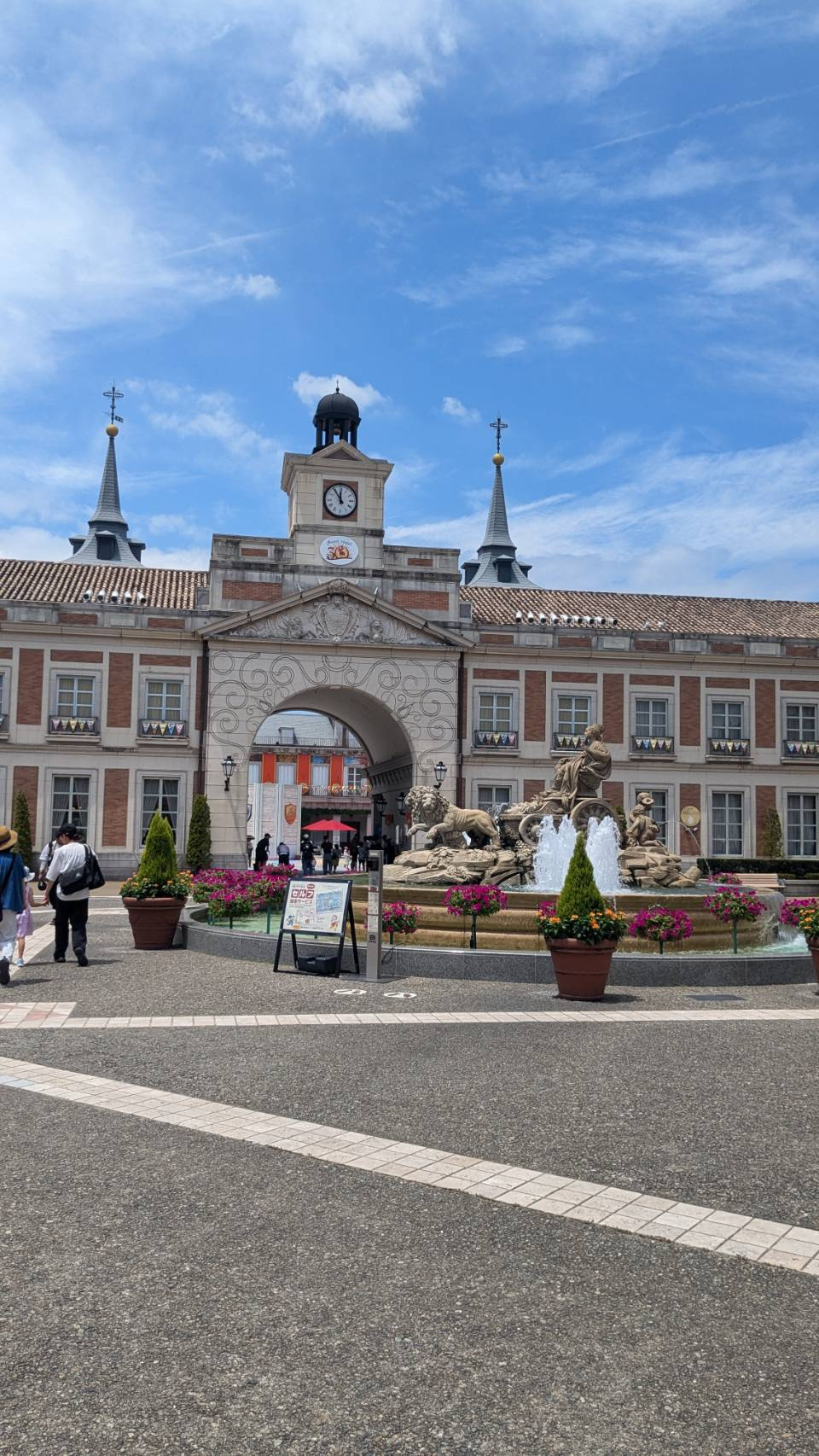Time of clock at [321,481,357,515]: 11:54
